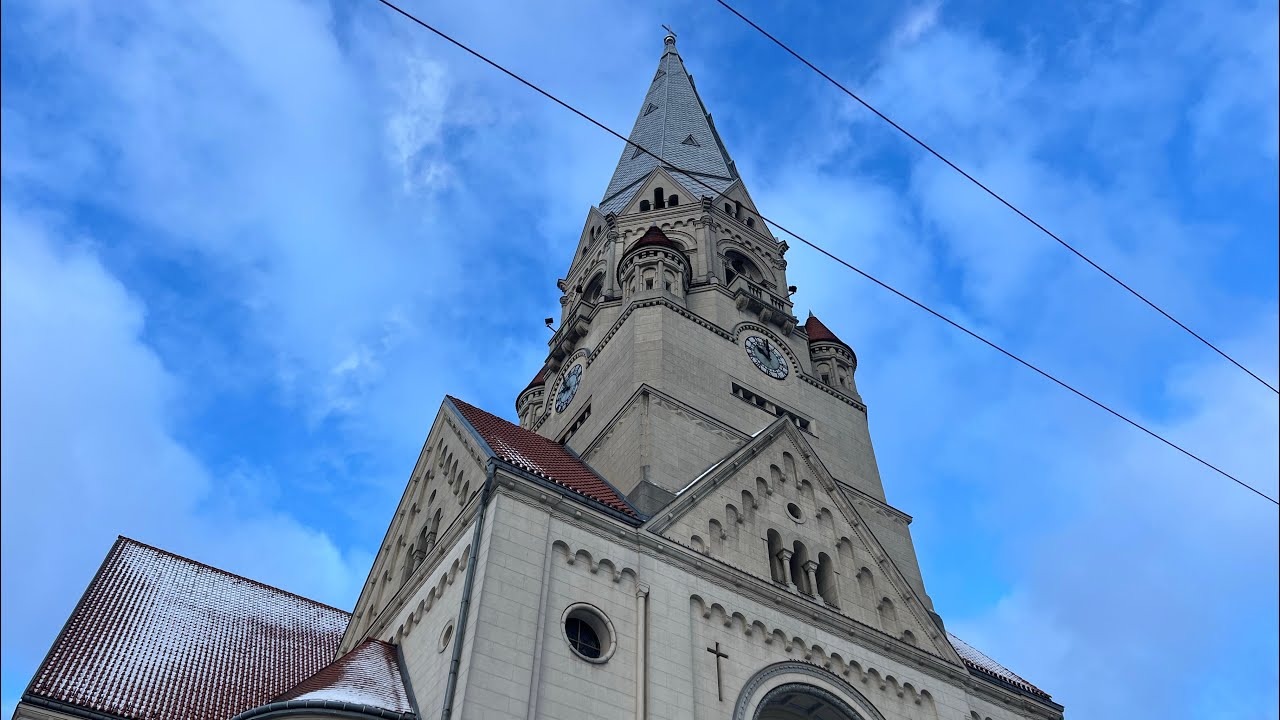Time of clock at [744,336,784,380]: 10:02
